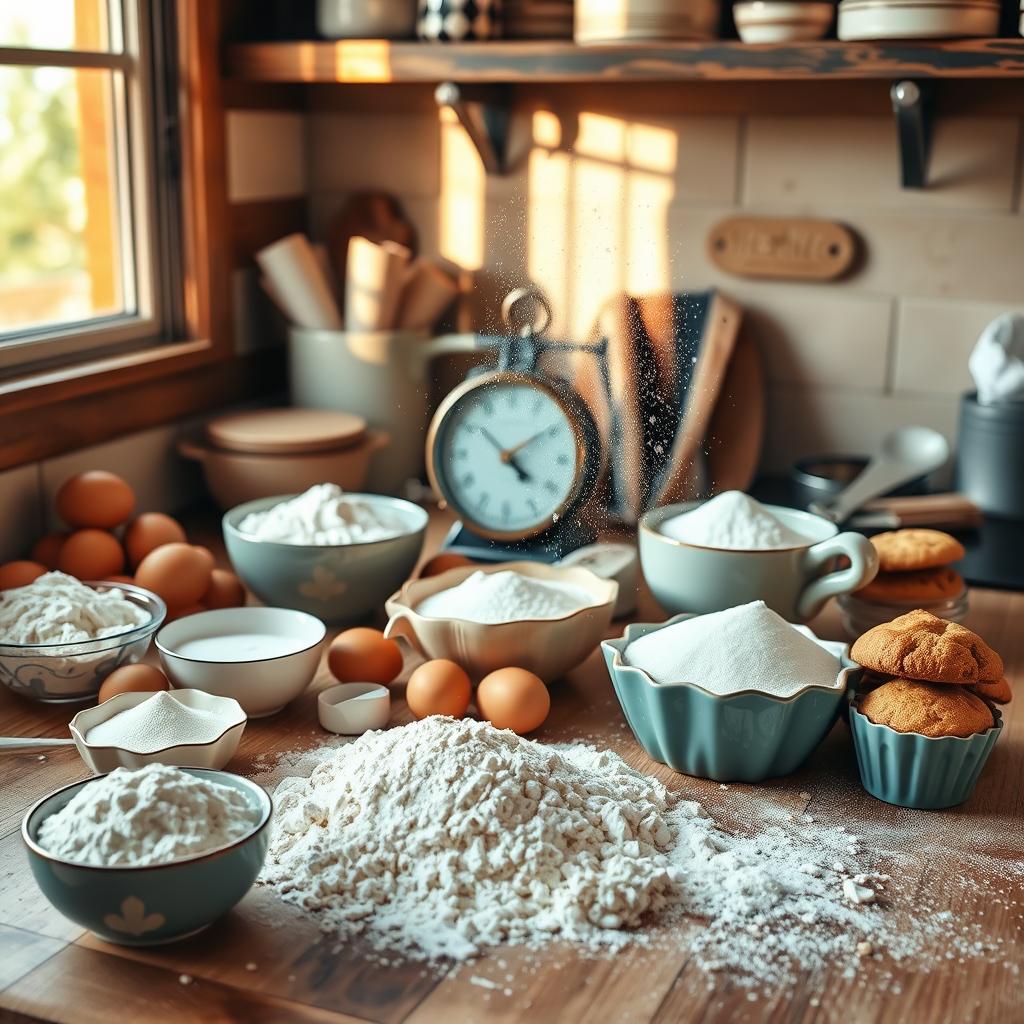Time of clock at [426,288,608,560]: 4:09
